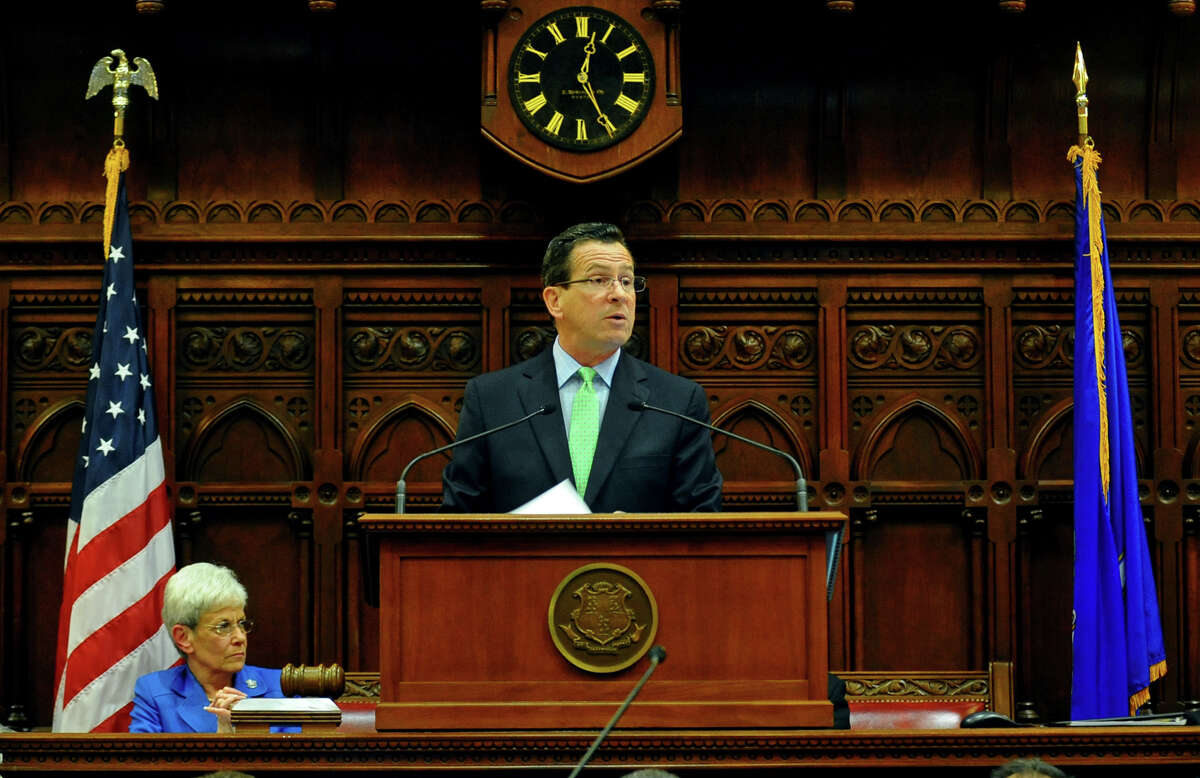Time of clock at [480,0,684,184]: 12:25
